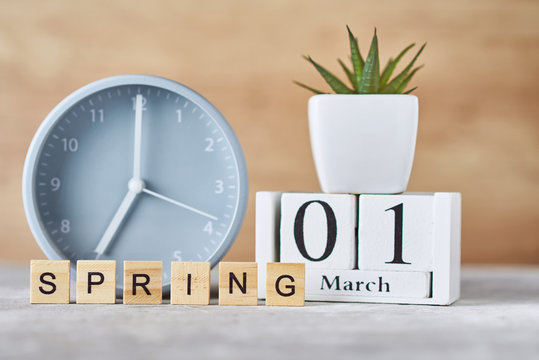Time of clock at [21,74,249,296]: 7:00
